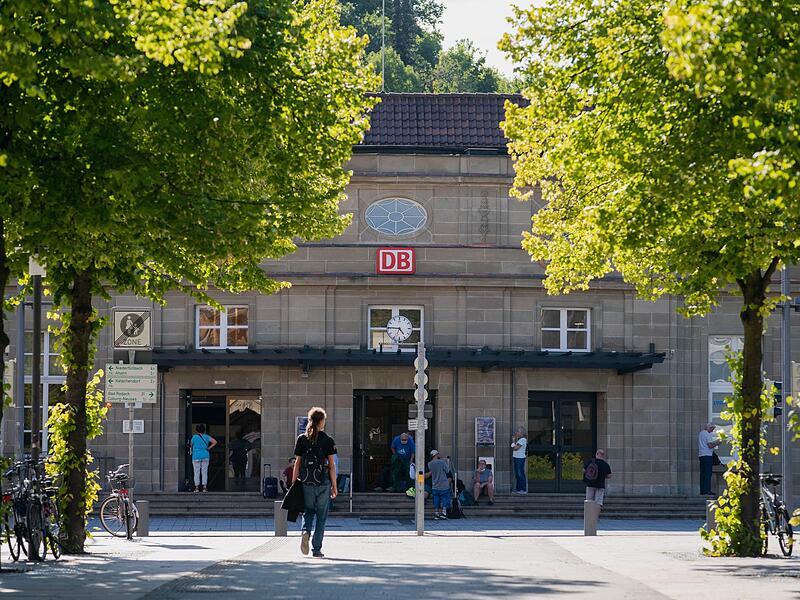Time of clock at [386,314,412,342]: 4:45
